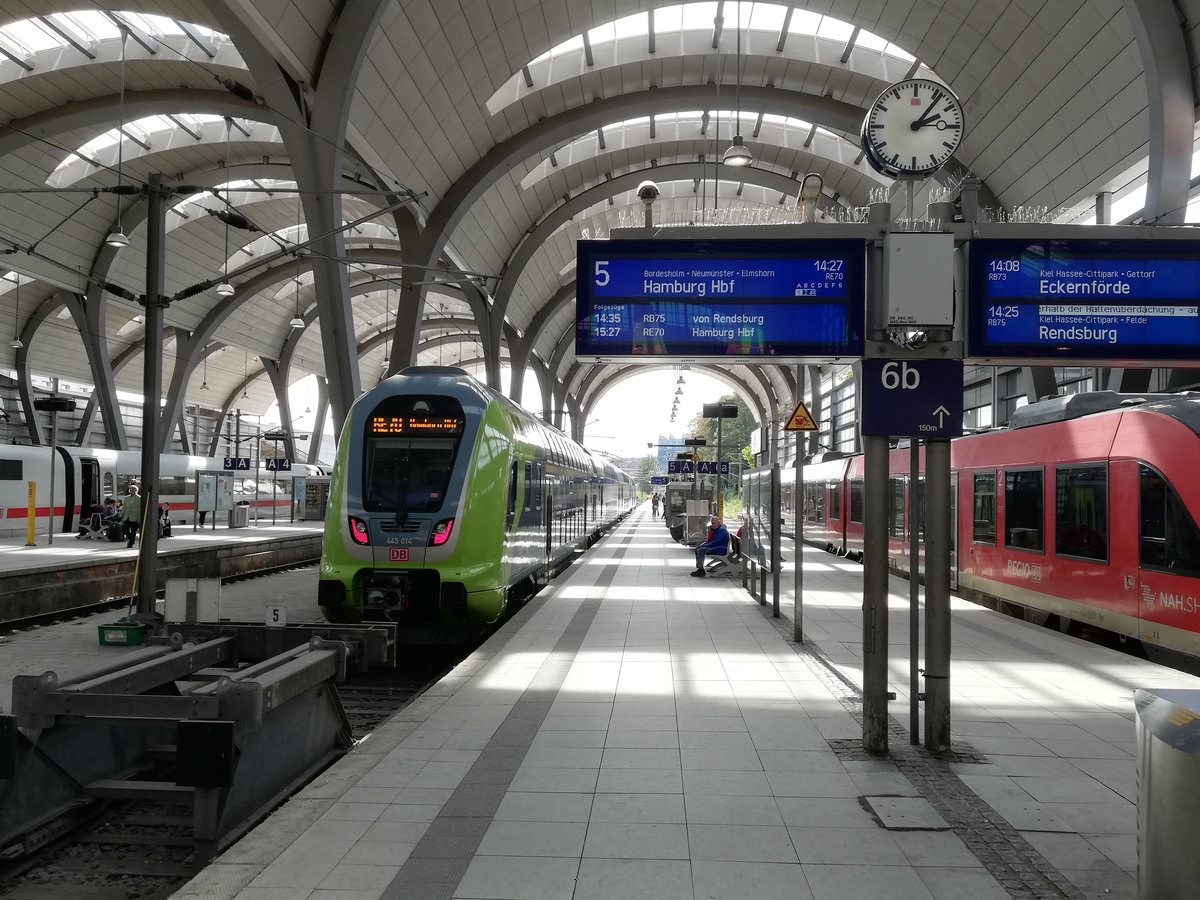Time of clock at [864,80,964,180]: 2:06
